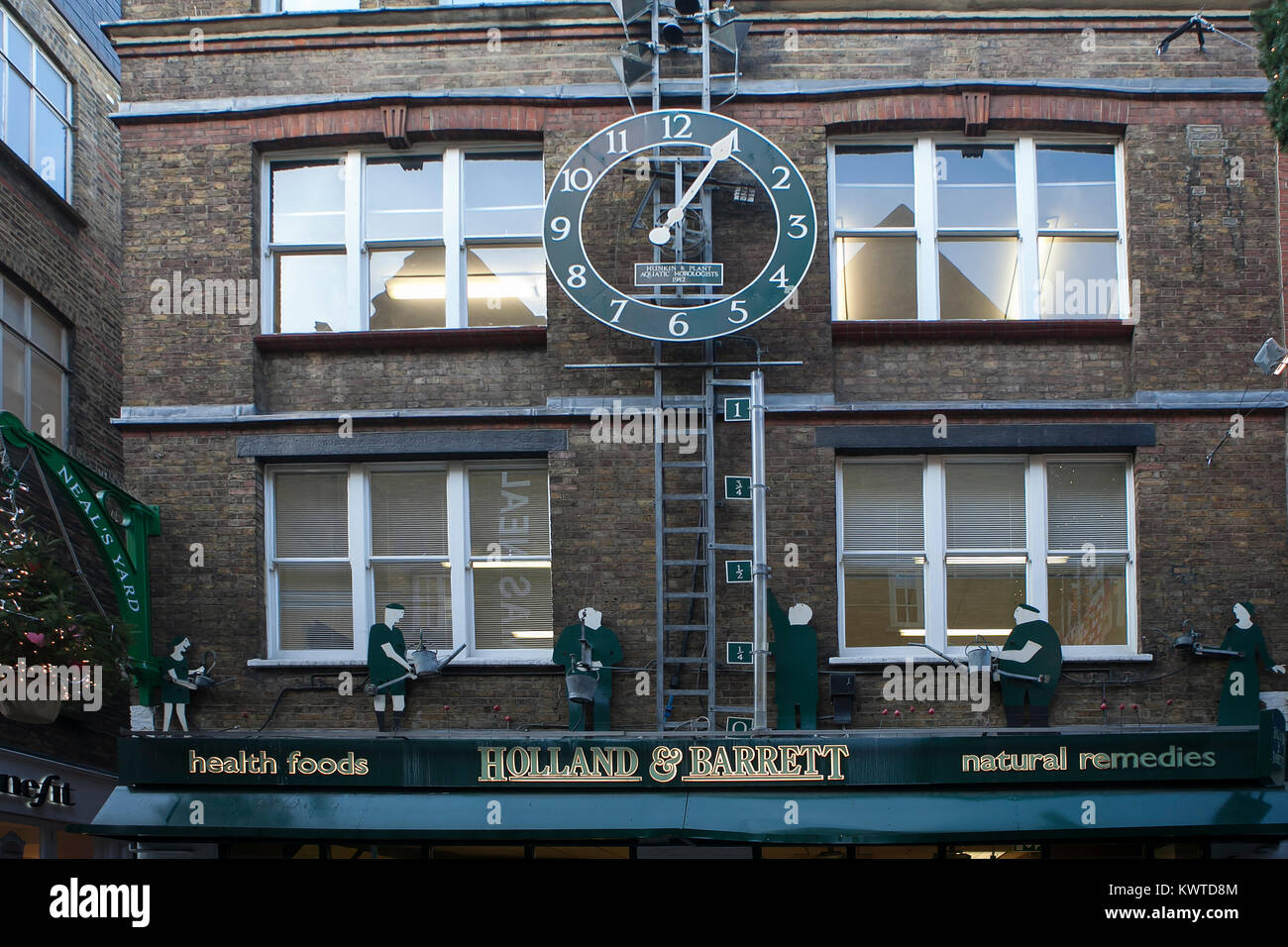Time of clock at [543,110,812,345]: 12:05
